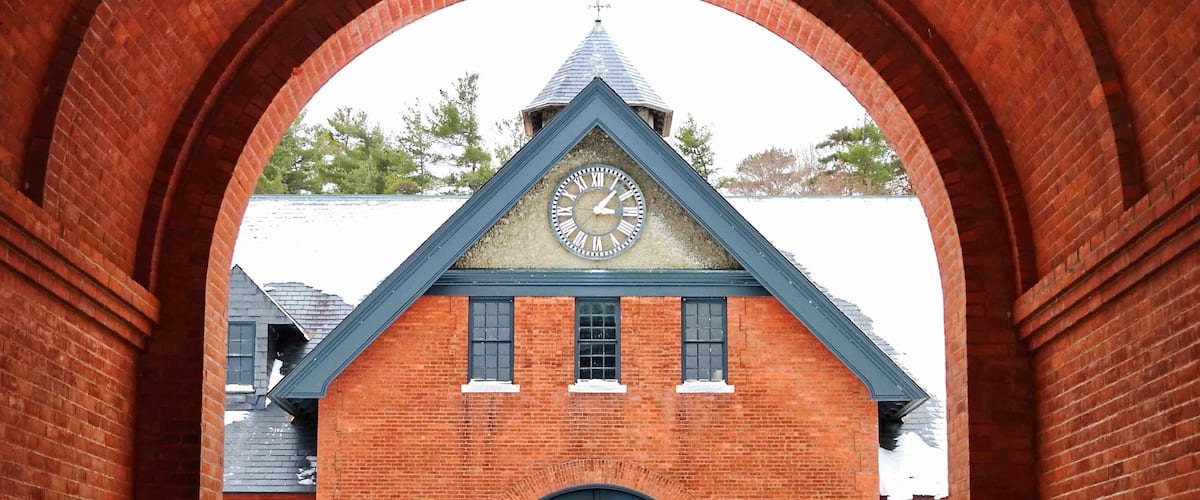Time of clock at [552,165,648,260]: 3:06
